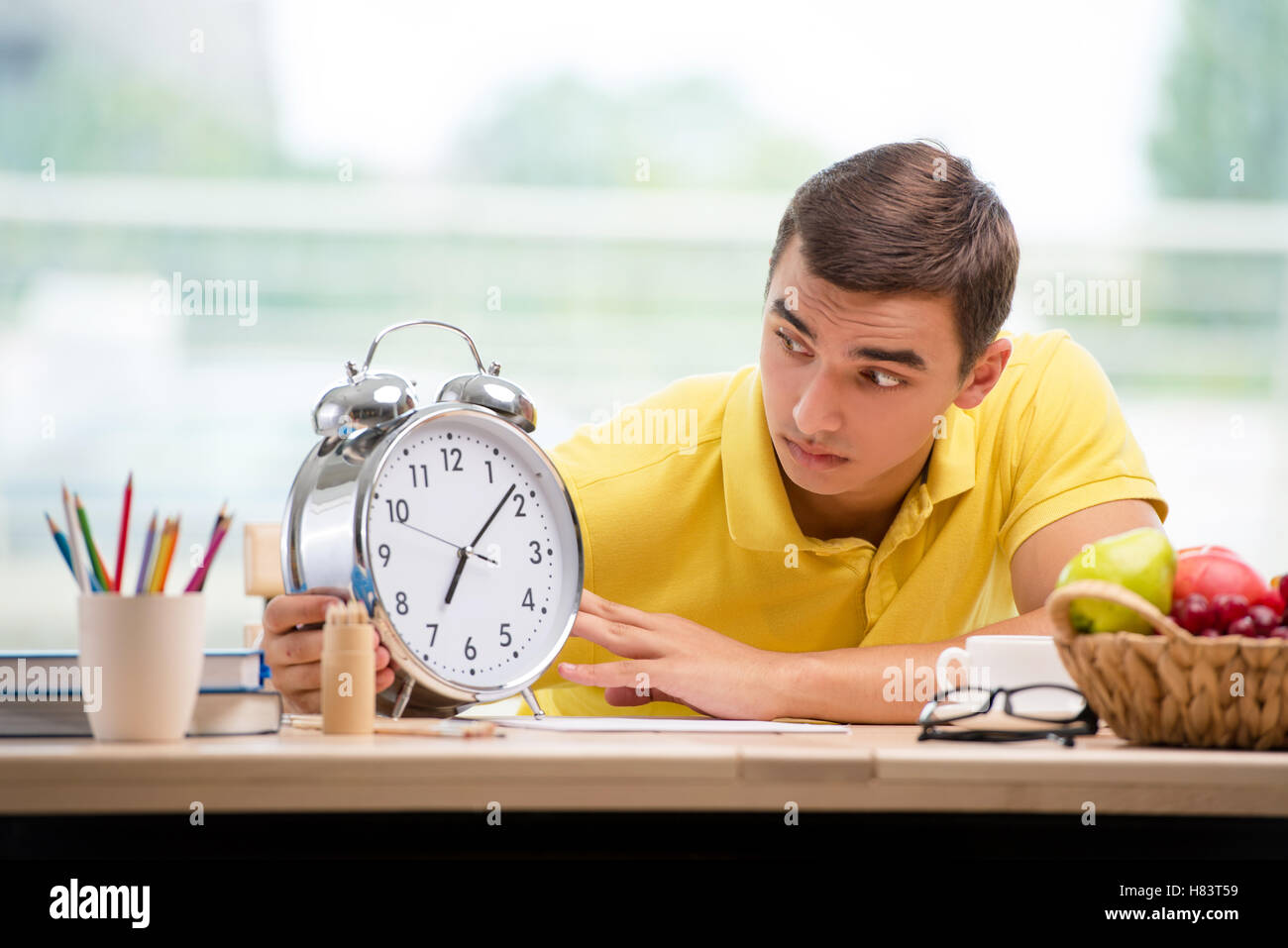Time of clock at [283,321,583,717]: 7:08
